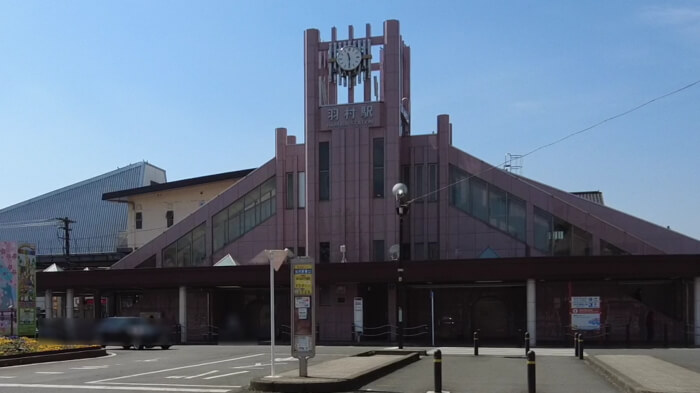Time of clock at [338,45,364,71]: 11:29
